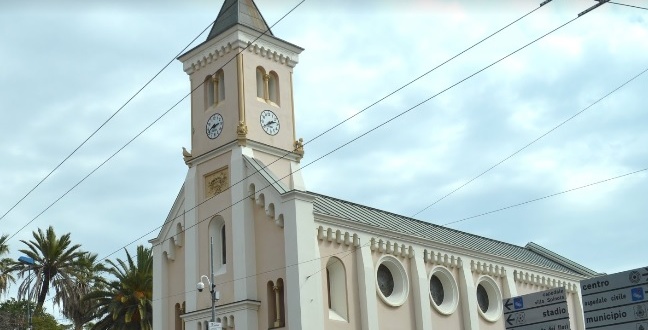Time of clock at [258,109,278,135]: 2:40
